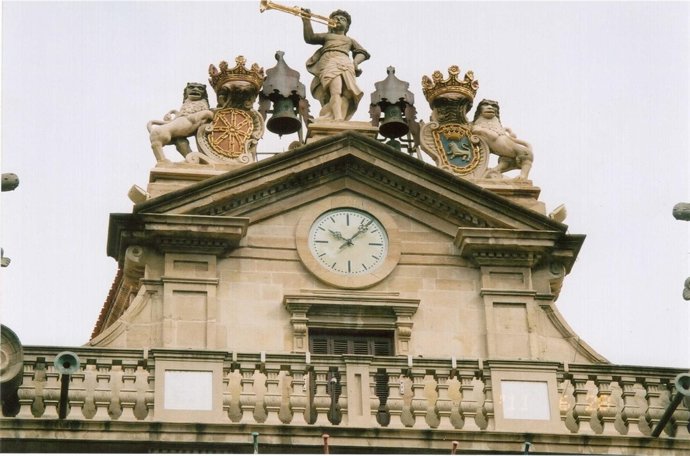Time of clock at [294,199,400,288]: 10:07
